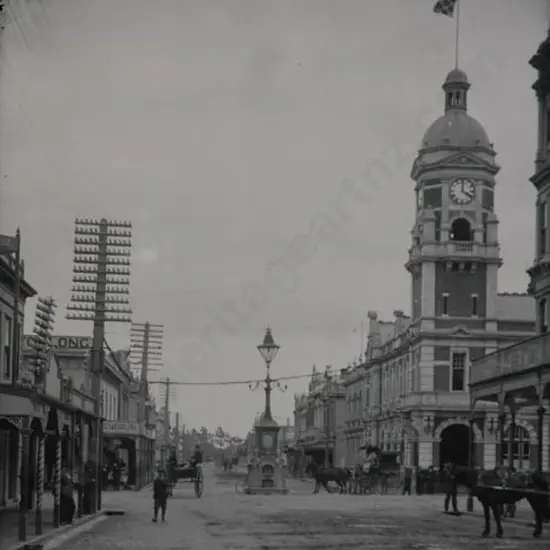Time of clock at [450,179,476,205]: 4:00
